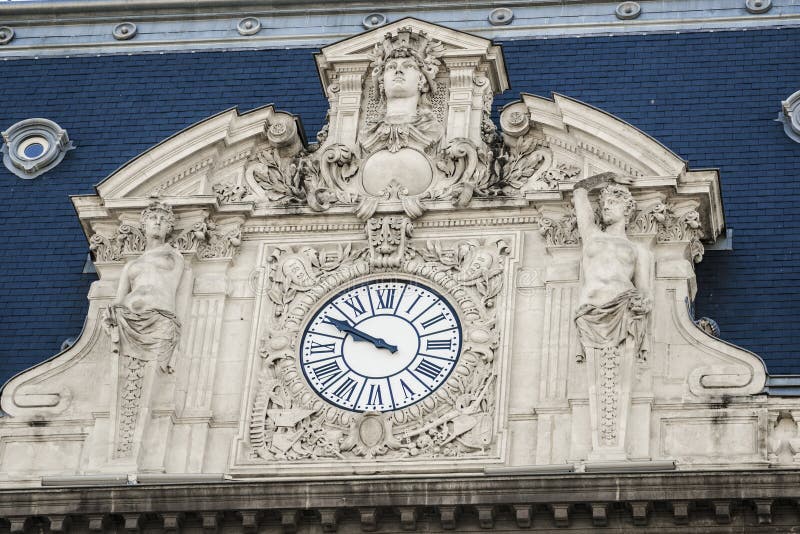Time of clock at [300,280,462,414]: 9:50
